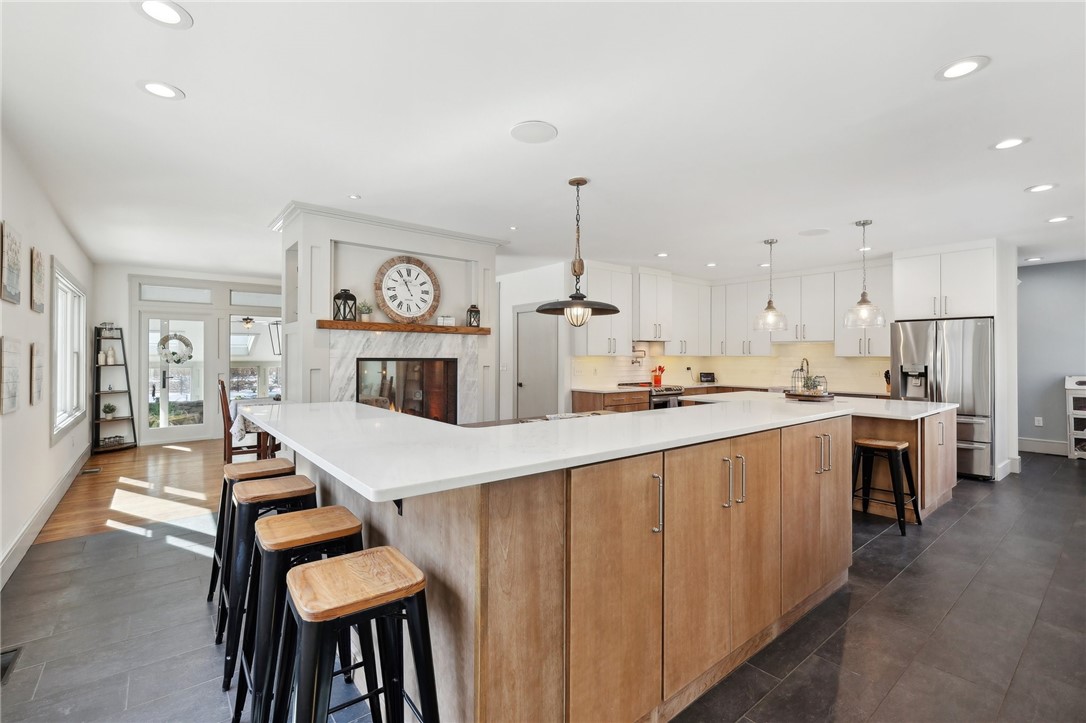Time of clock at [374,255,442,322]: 10:55
